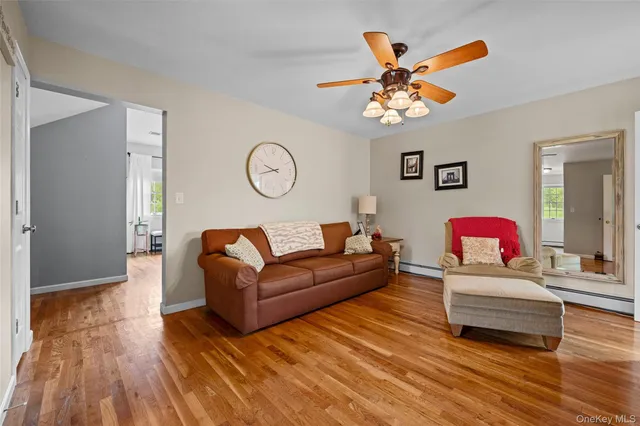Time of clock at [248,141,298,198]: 9:42
